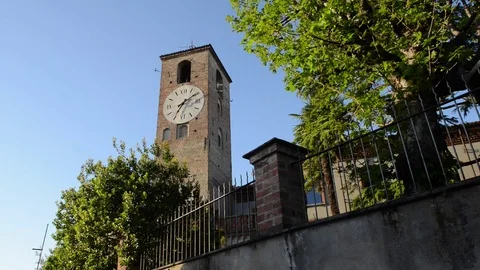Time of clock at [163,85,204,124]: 7:09
